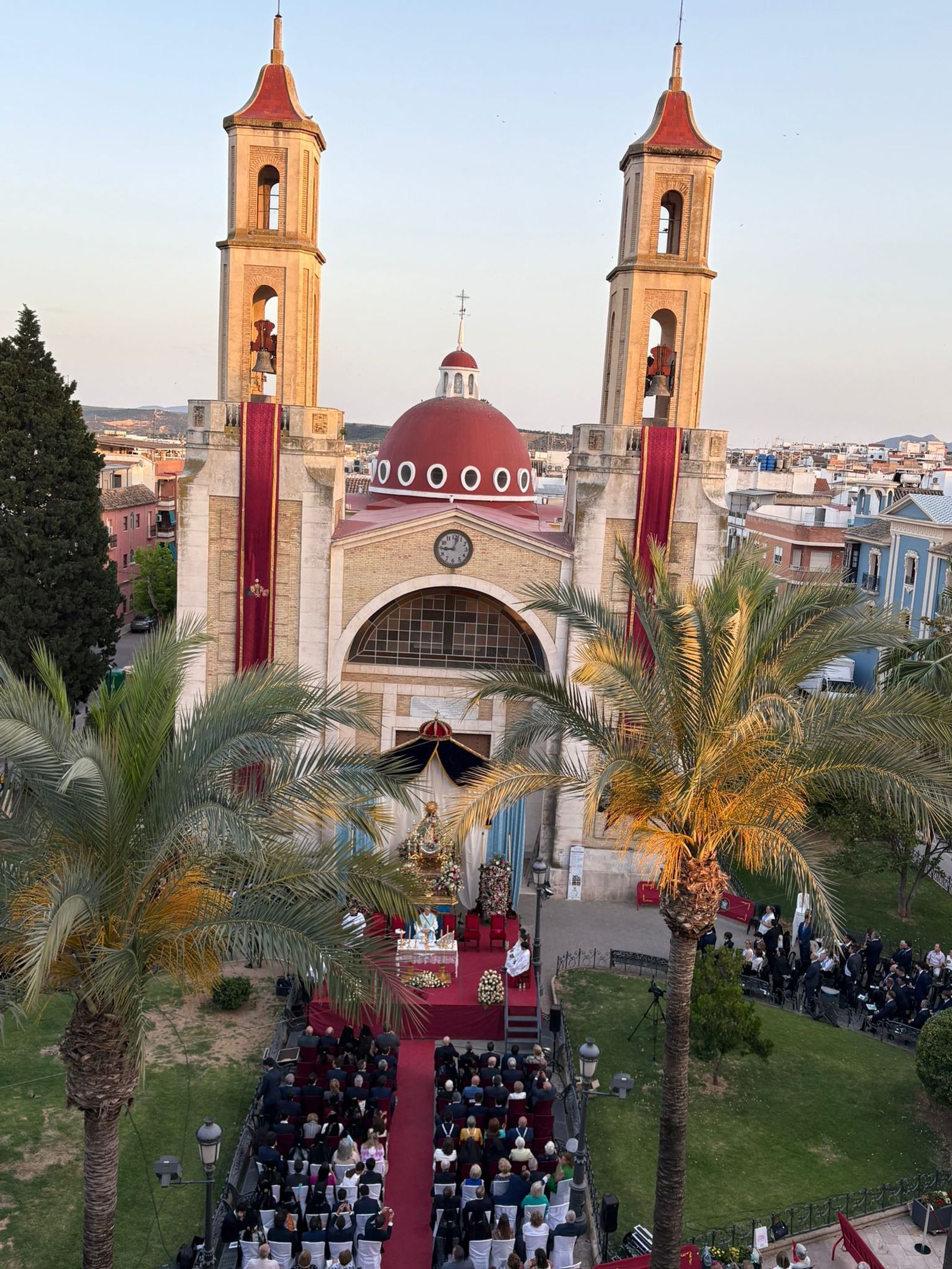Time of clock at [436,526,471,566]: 9:02
